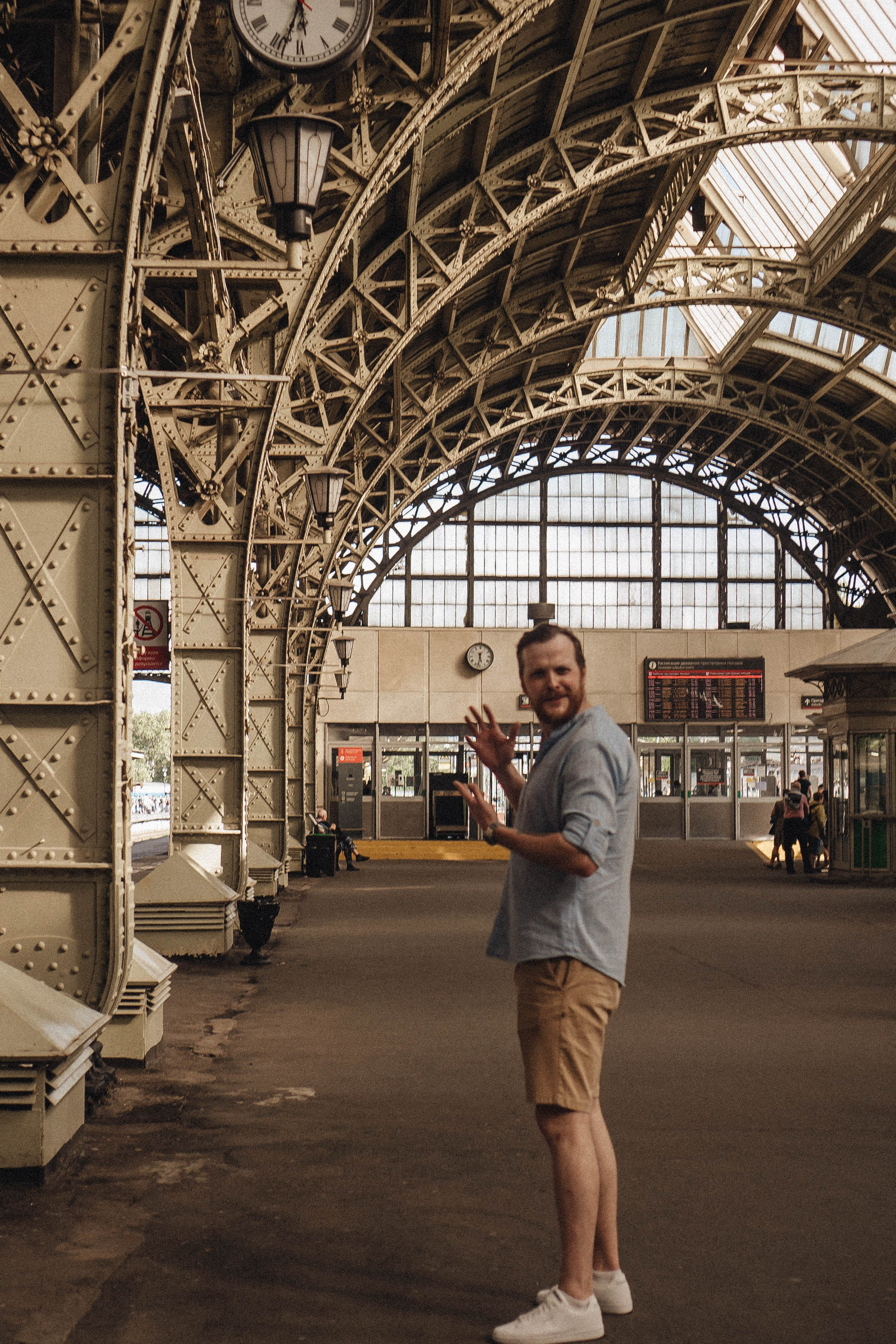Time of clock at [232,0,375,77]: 5:33
